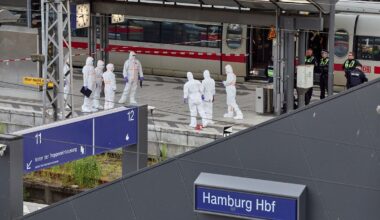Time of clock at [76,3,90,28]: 8:25
